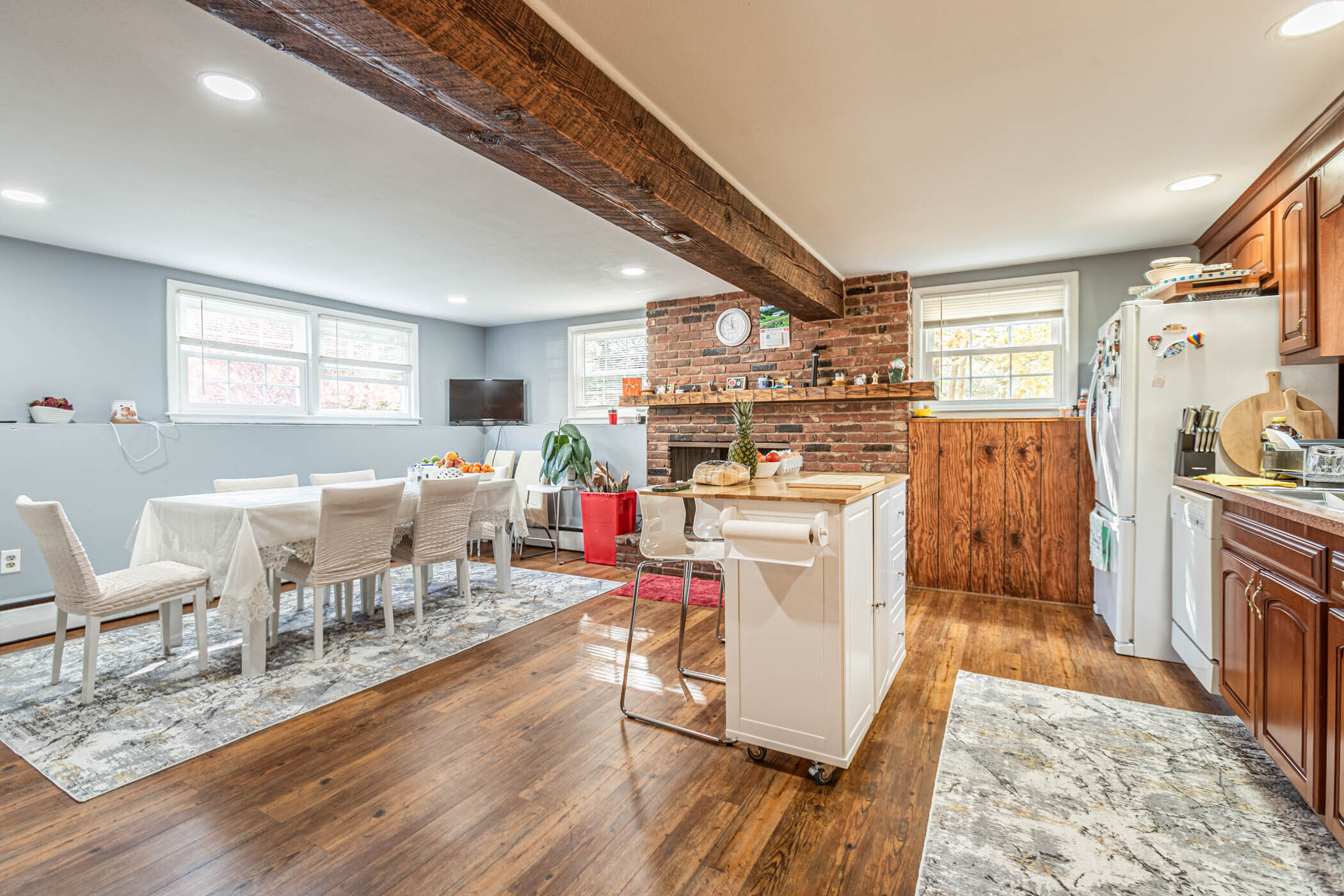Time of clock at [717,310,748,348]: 11:52
